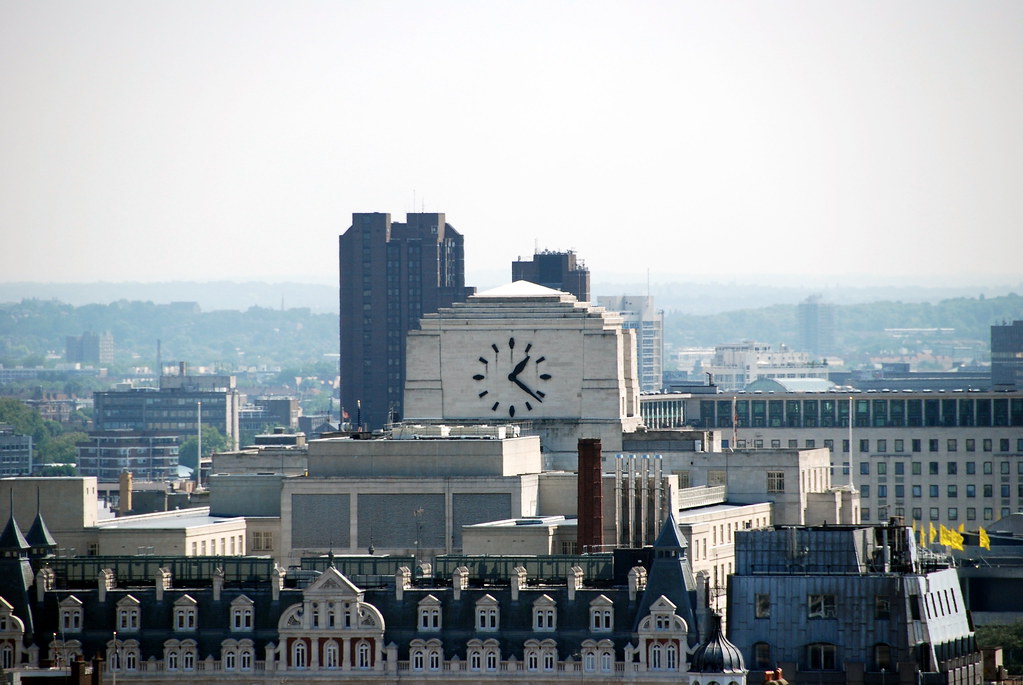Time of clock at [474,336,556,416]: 1:21
